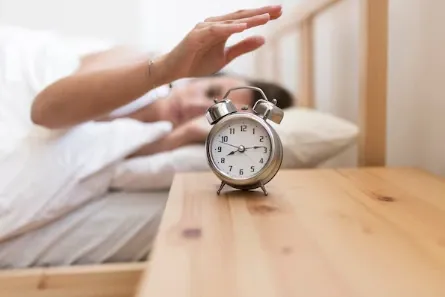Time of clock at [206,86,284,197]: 8:13
